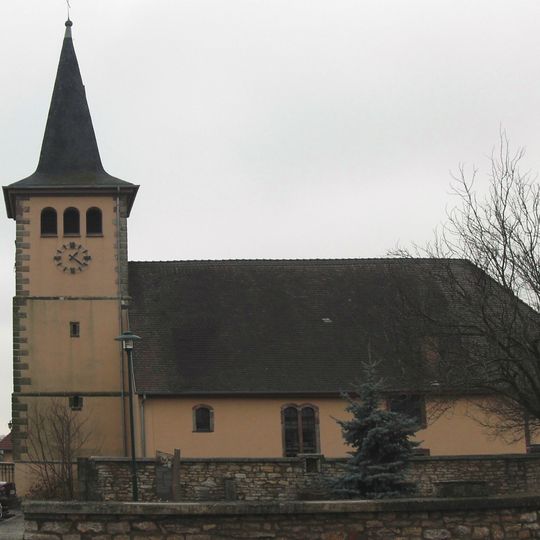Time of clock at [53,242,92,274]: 1:21
